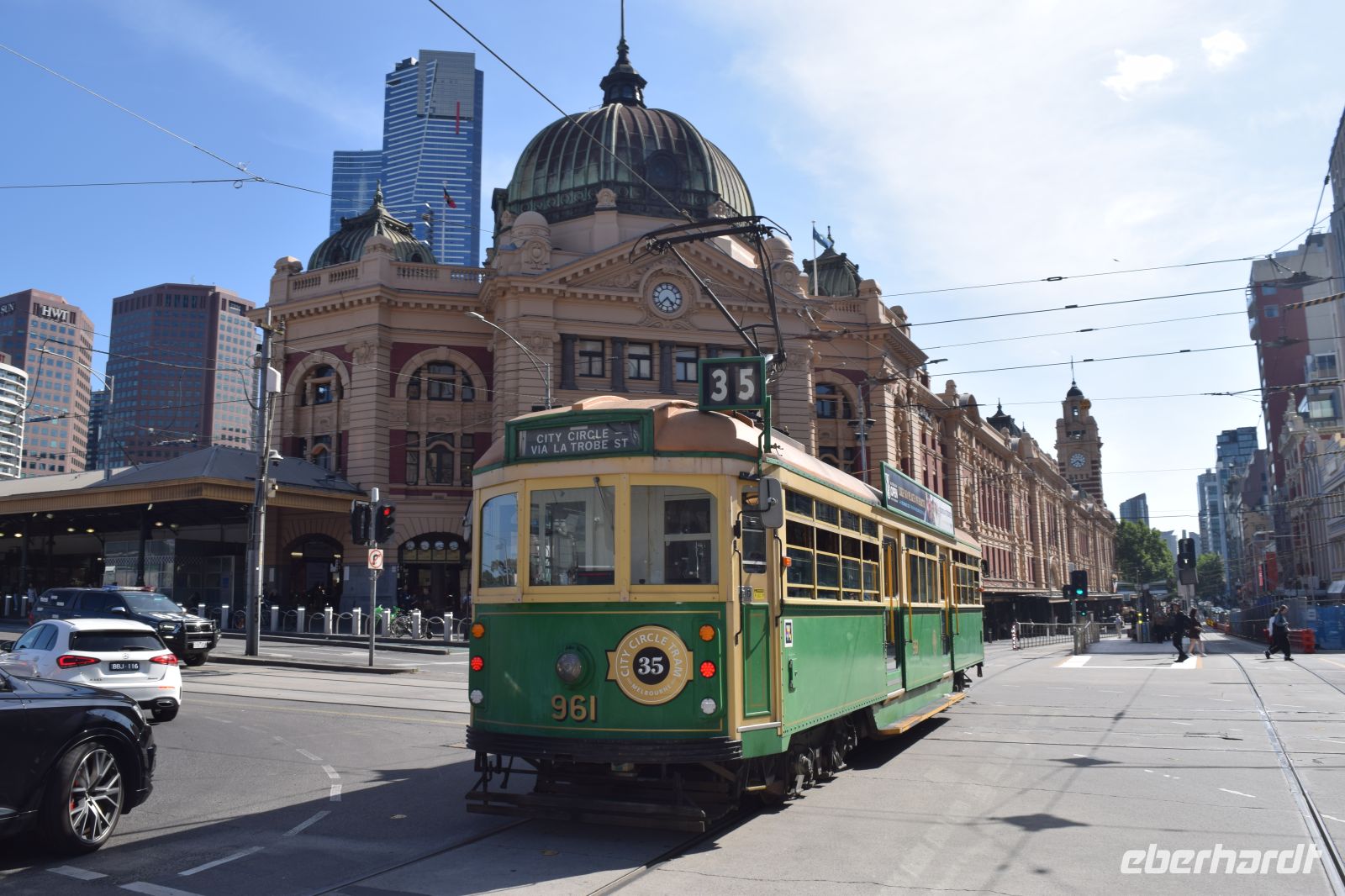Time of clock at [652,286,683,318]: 4:37
